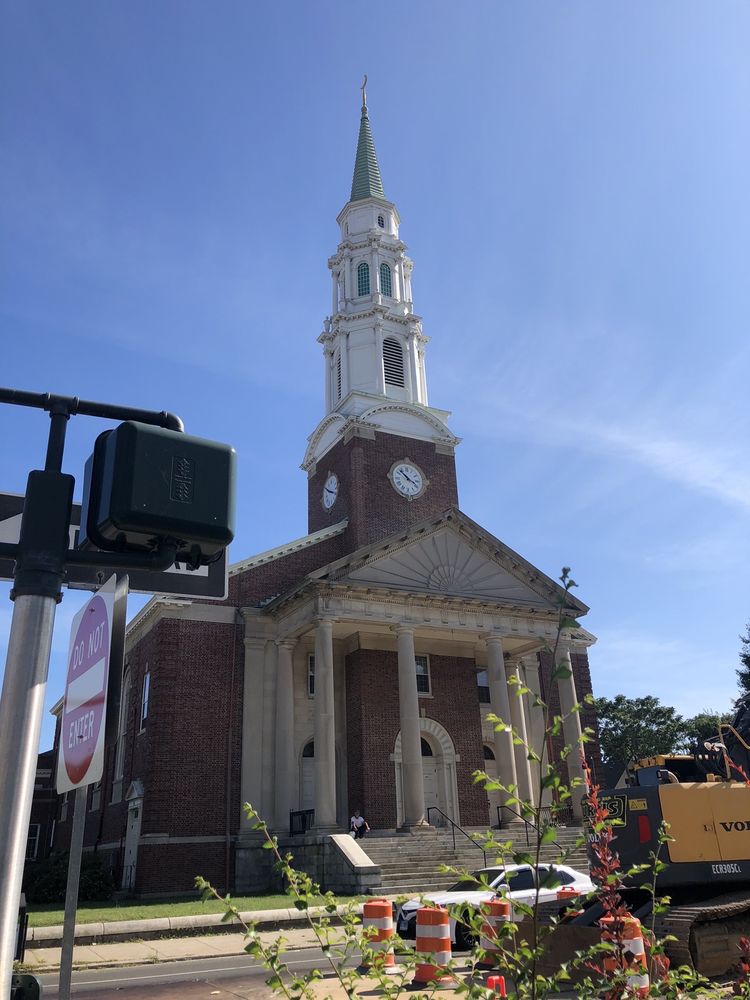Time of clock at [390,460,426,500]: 3:52
